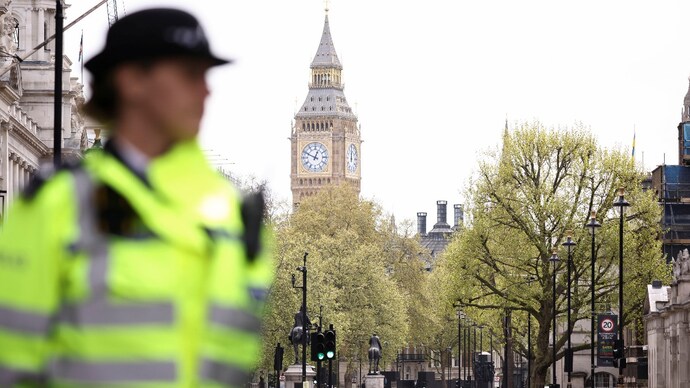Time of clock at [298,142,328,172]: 12:49
